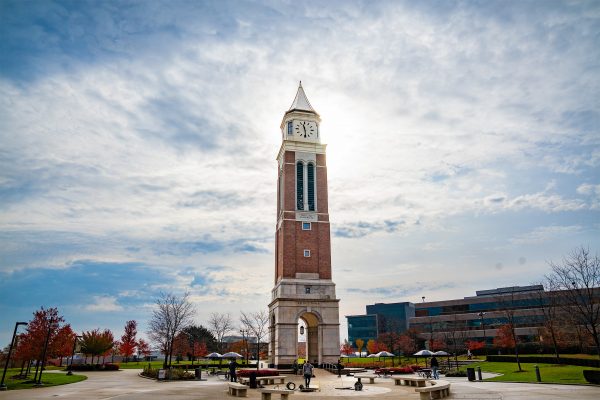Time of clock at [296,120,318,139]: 11:29
